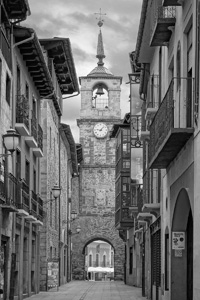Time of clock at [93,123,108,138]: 9:07
